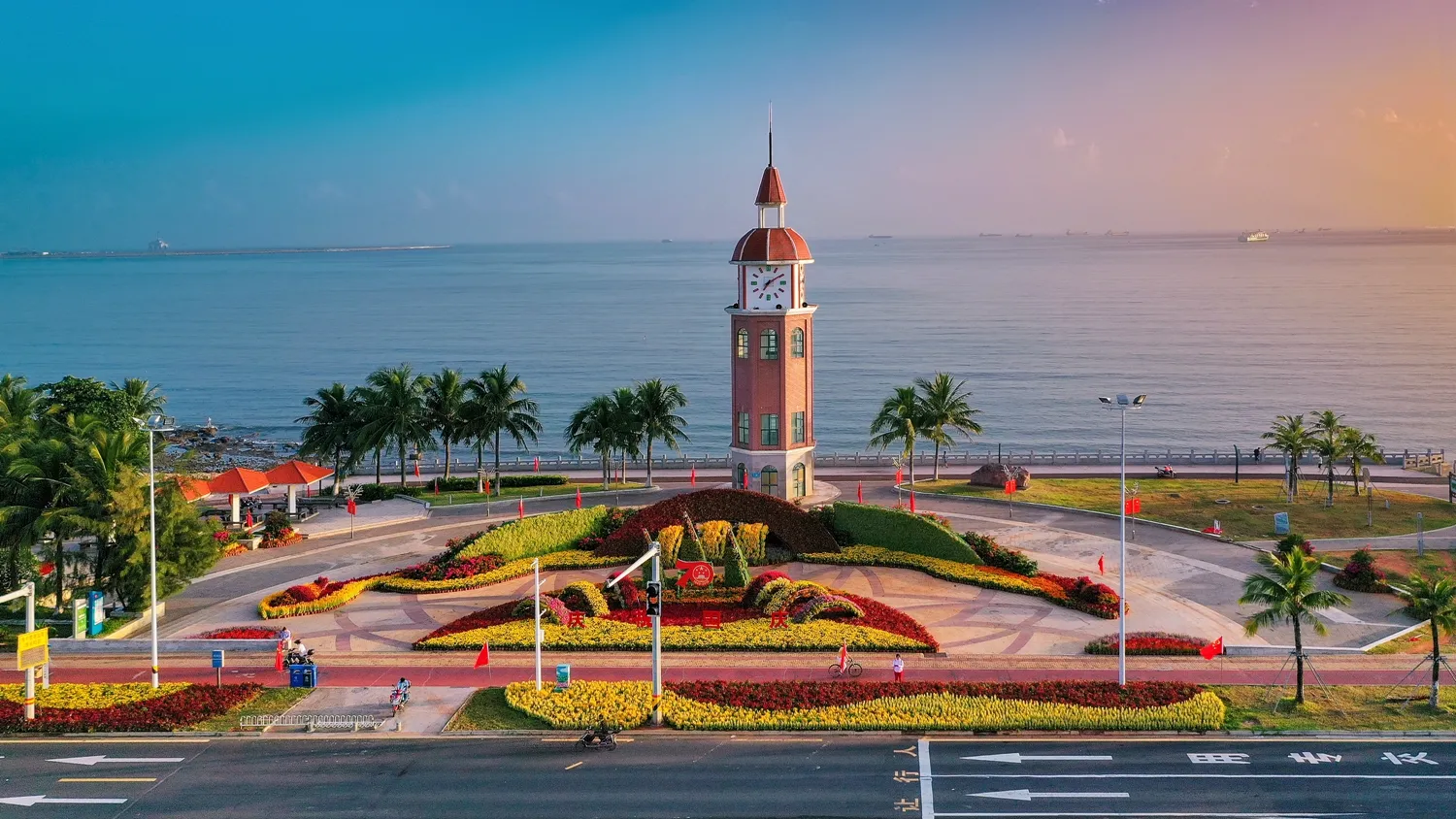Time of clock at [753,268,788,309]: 7:09
